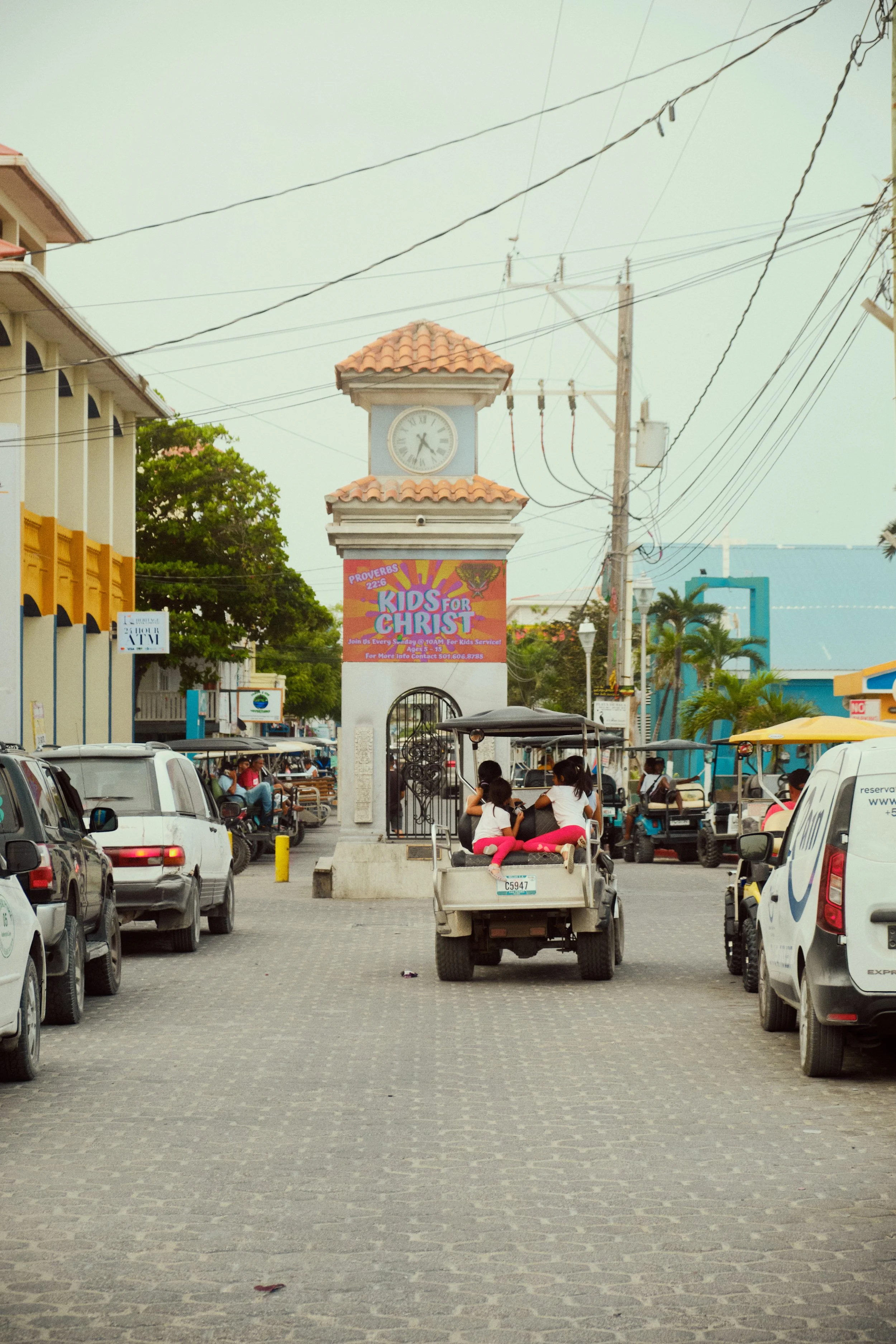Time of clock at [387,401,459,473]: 4:33
